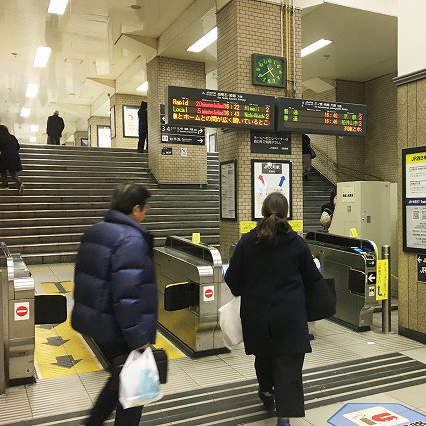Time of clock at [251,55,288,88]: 4:38
